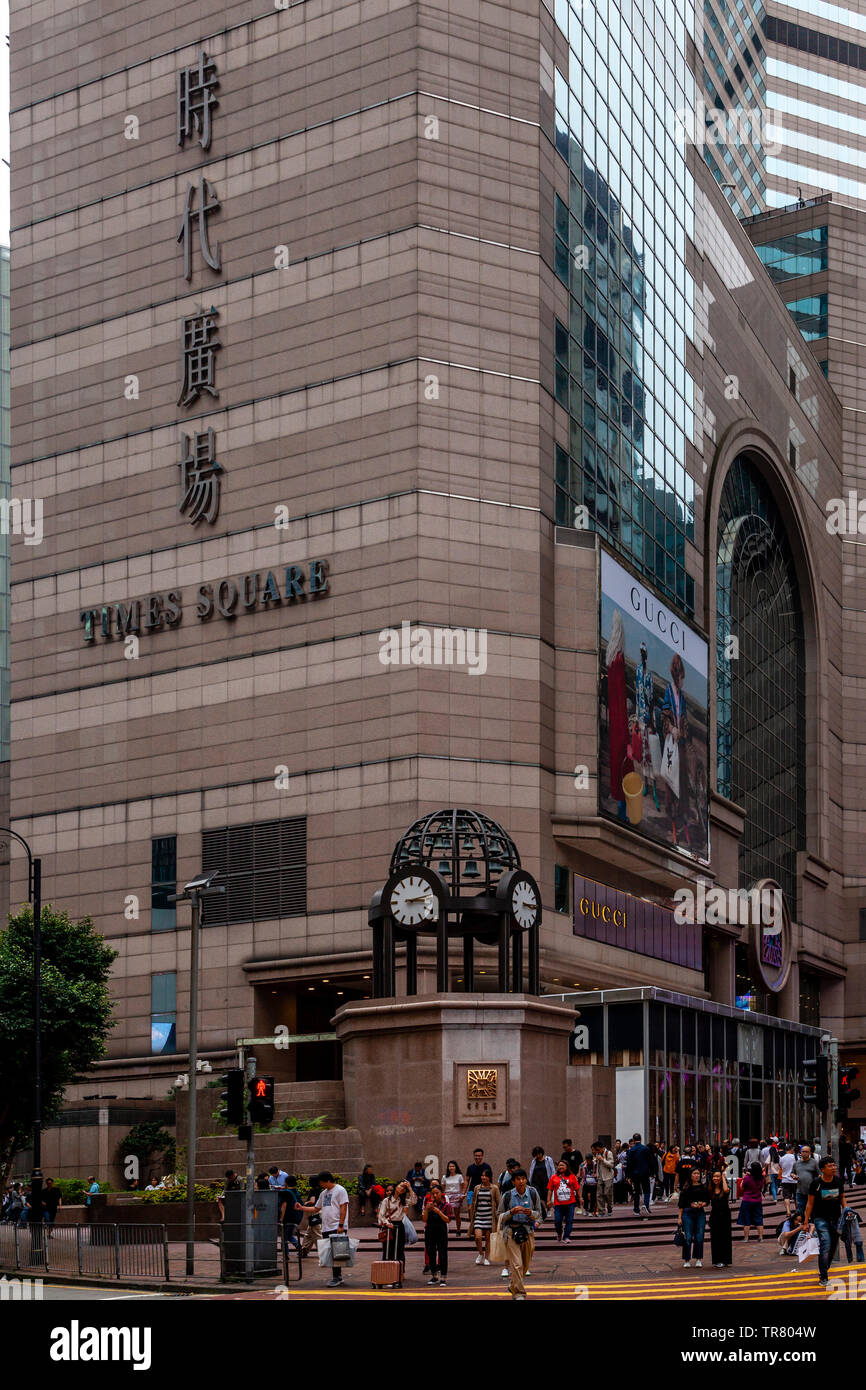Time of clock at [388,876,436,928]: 3:13
